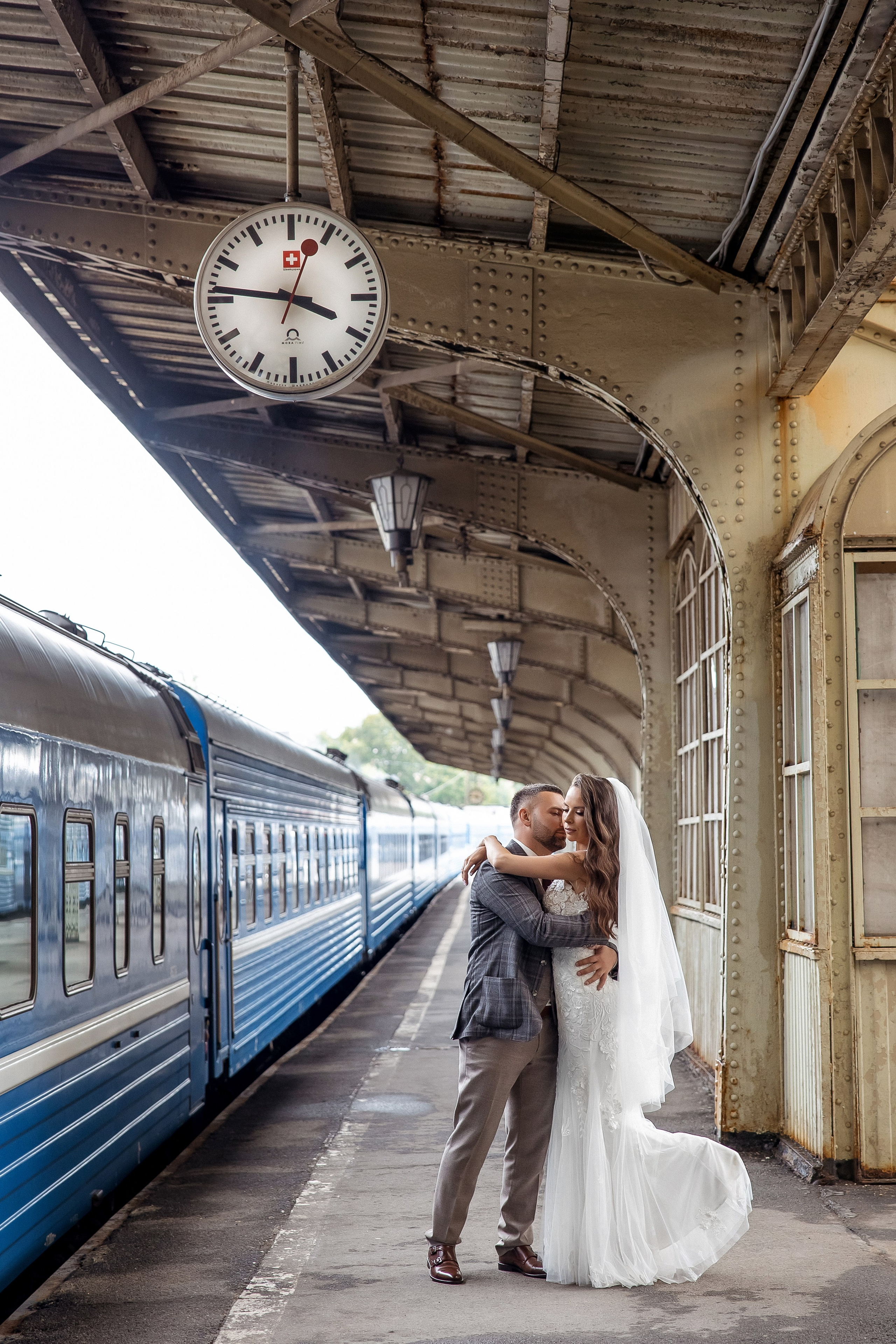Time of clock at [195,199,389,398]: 3:46
